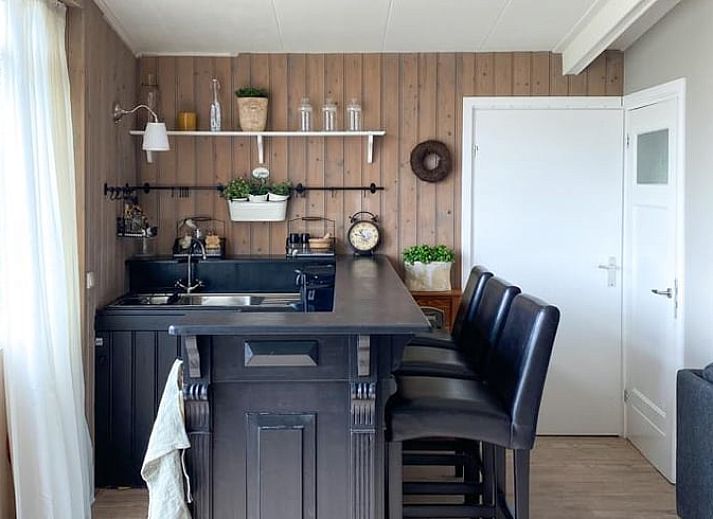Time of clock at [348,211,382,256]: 10:47
